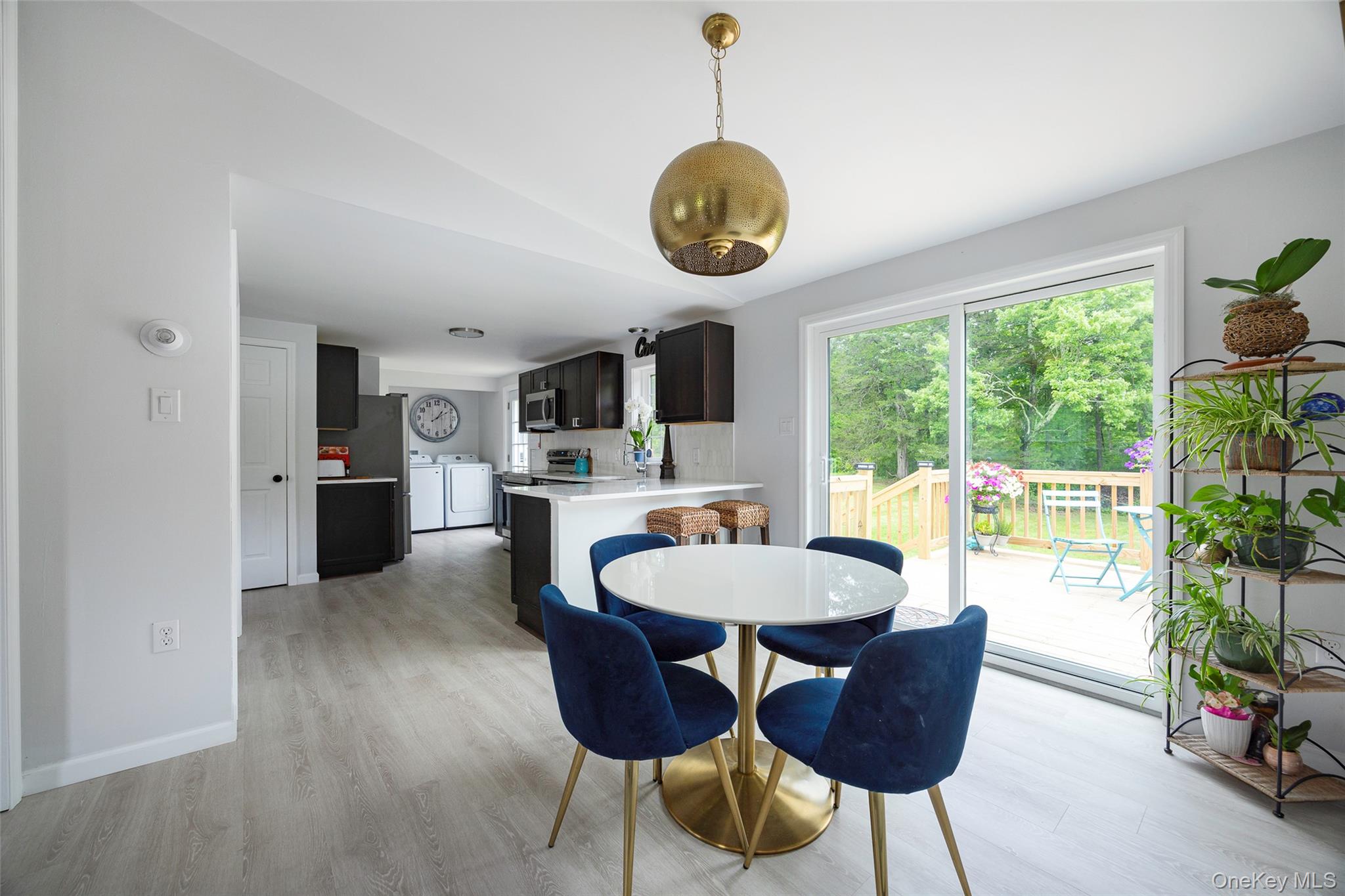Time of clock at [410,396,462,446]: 1:09
